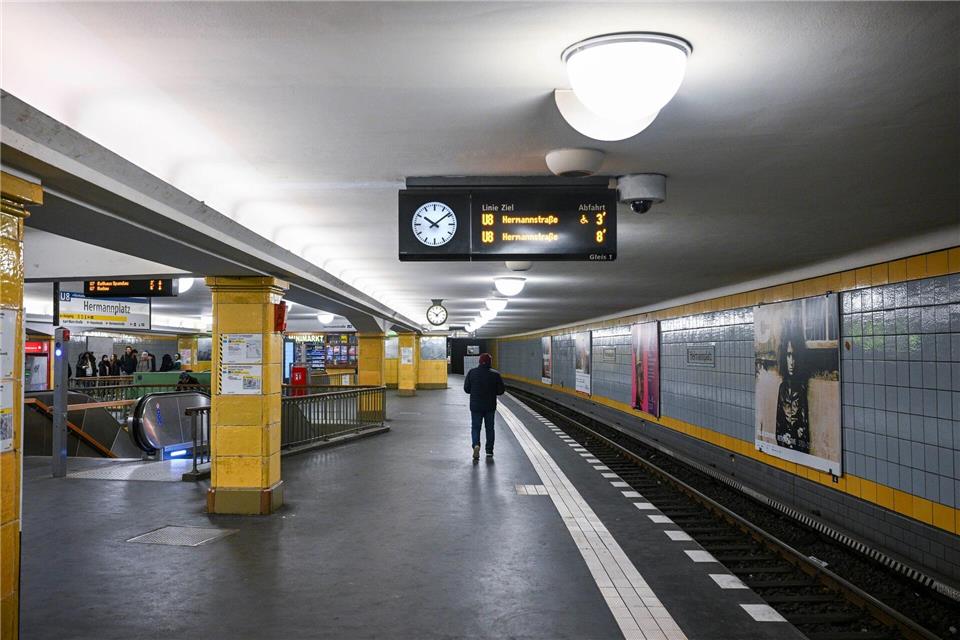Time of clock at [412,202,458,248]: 10:08
